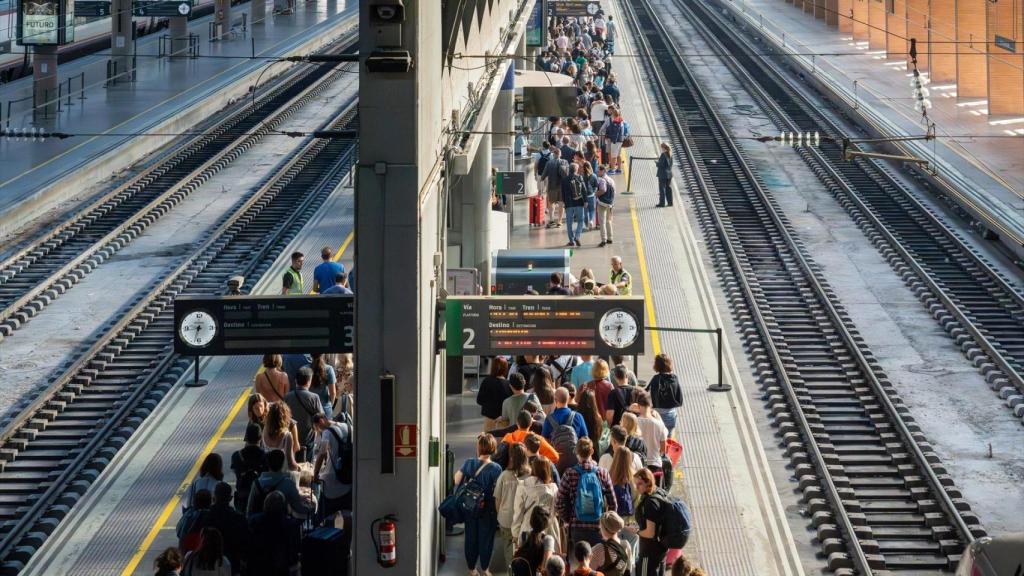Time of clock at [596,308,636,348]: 8:32
